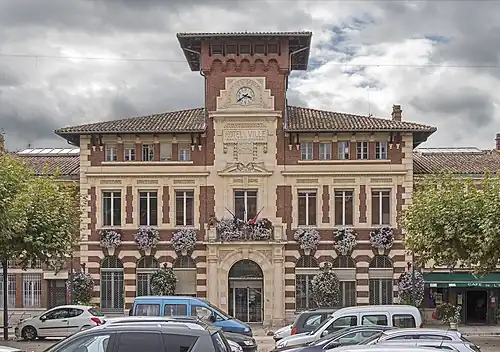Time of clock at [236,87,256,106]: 3:39
